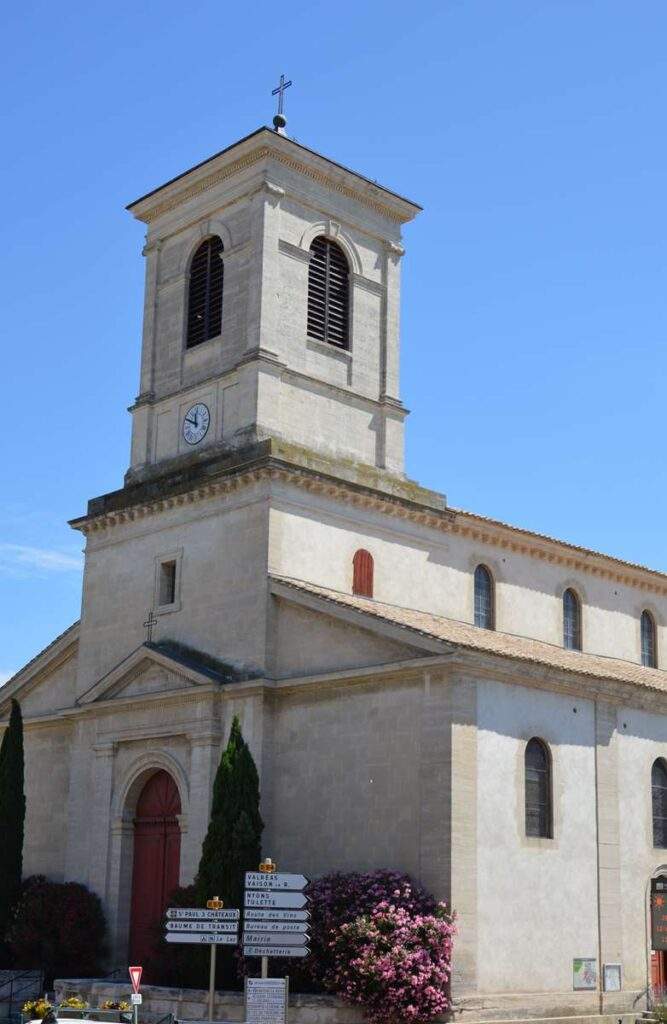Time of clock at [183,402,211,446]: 11:49
